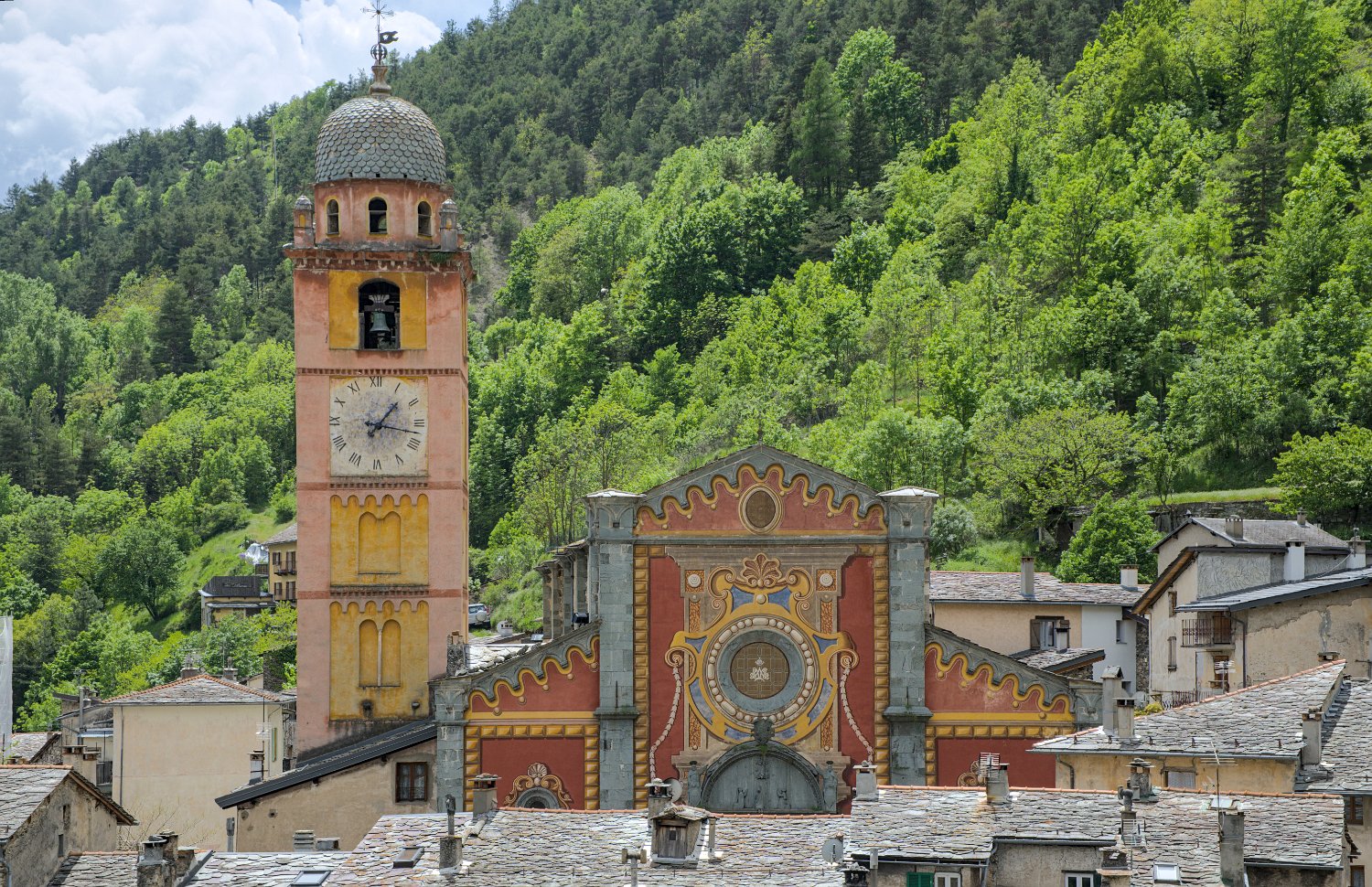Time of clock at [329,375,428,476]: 1:17
